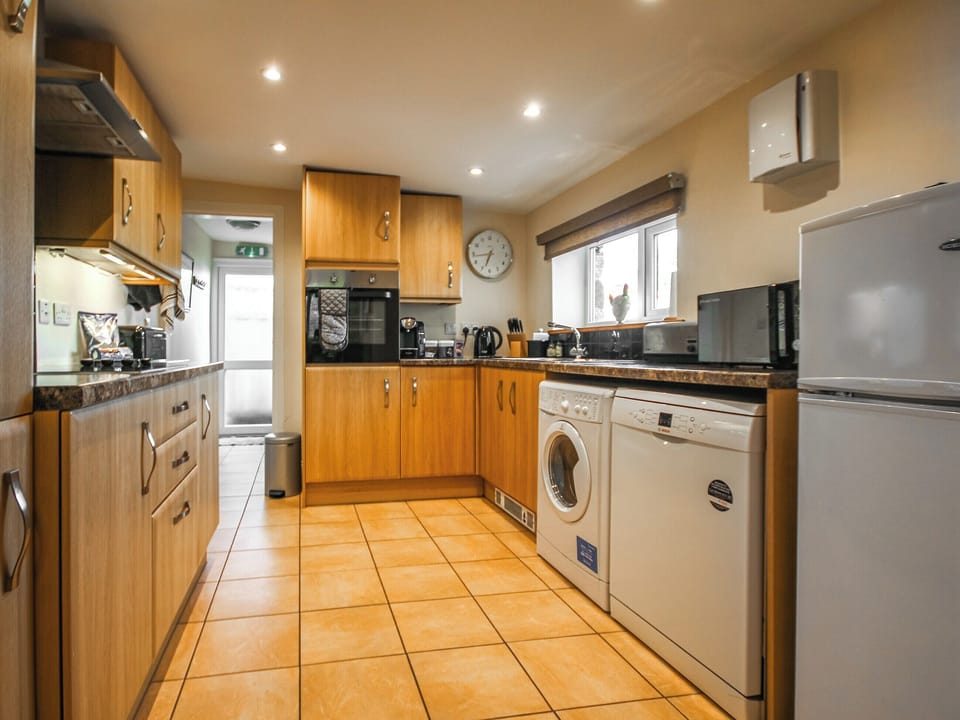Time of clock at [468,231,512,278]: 6:43
